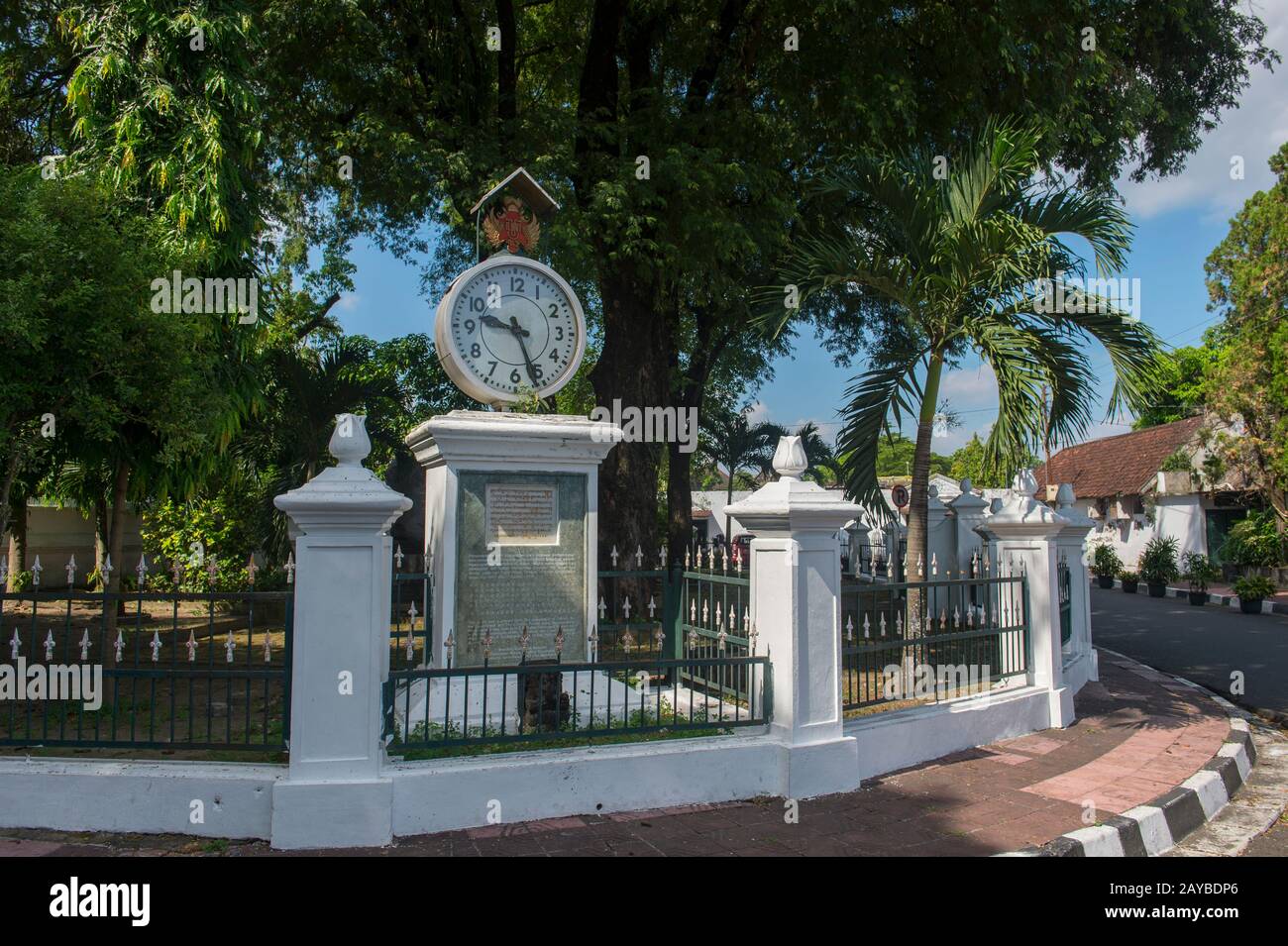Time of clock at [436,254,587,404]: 9:26
